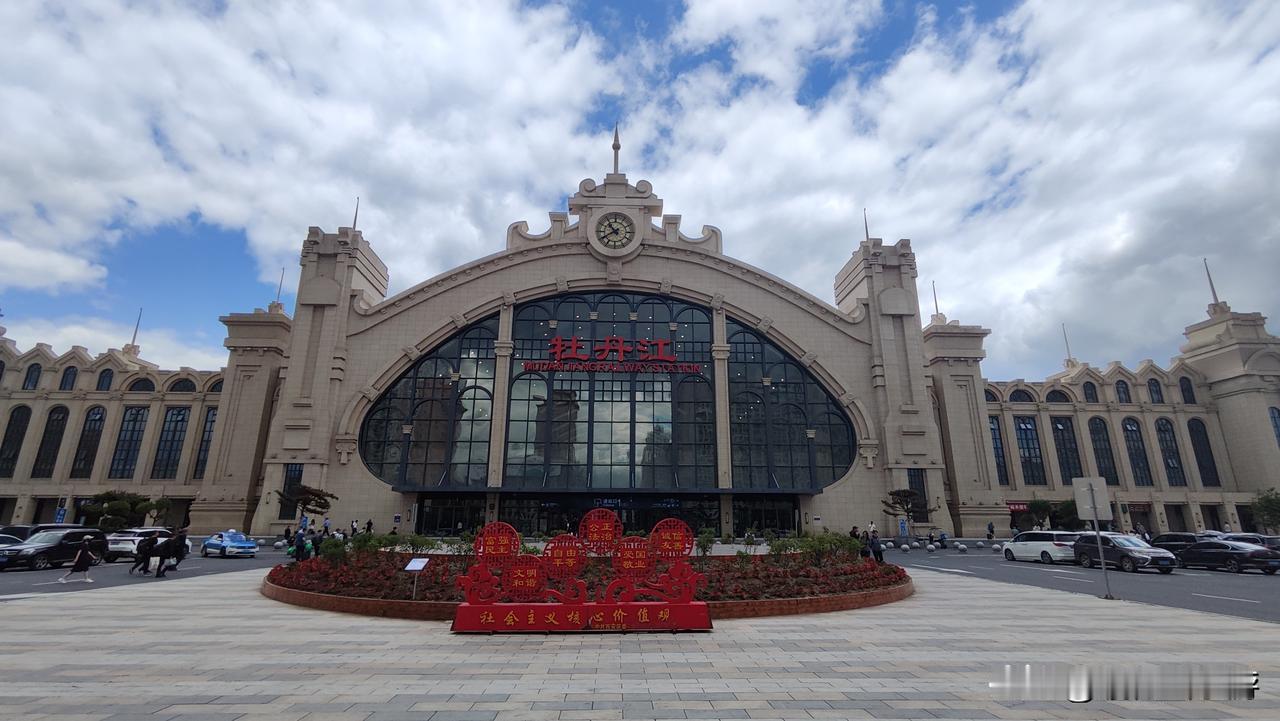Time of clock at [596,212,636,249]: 10:39
